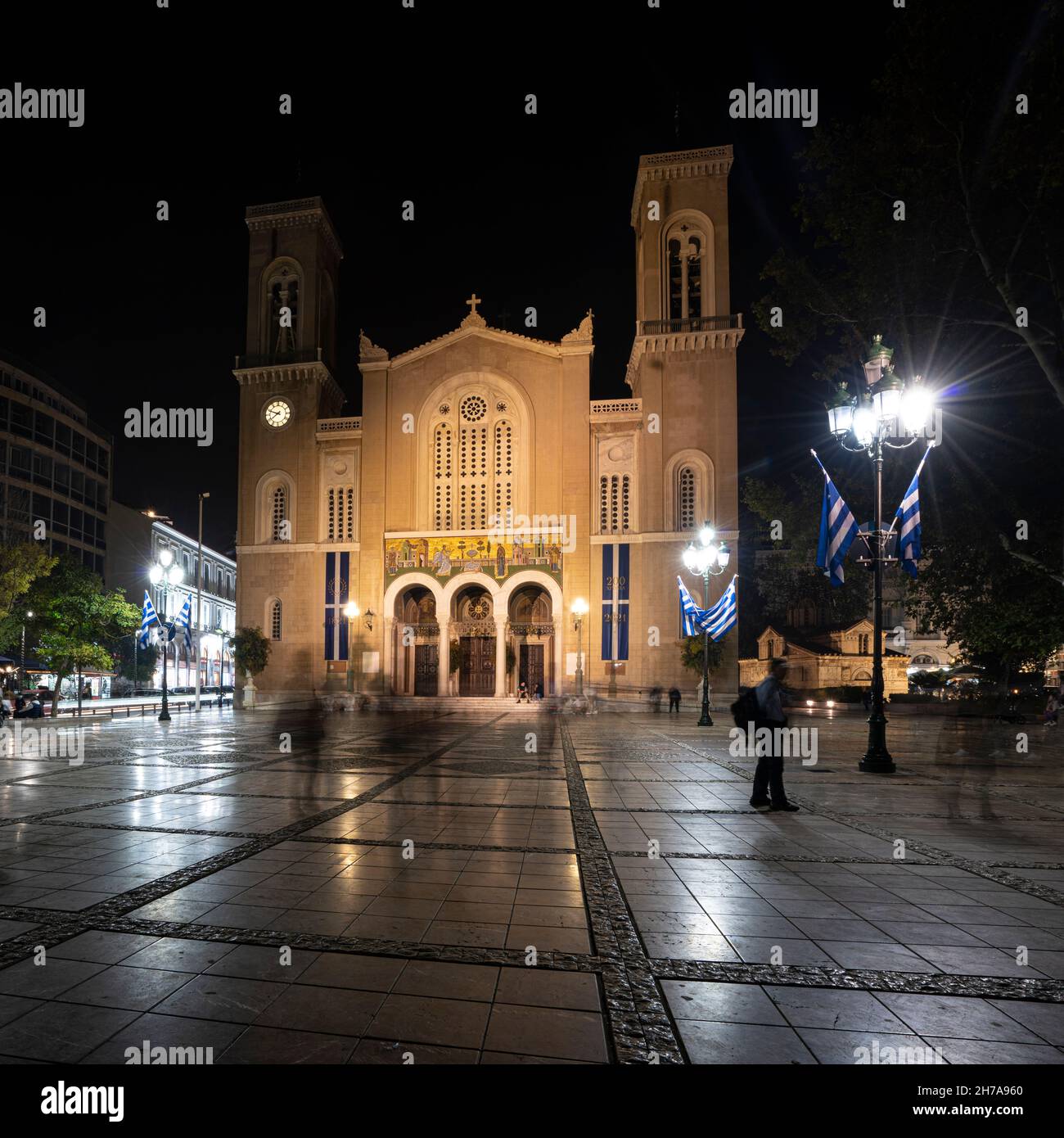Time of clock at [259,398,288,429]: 7:48
